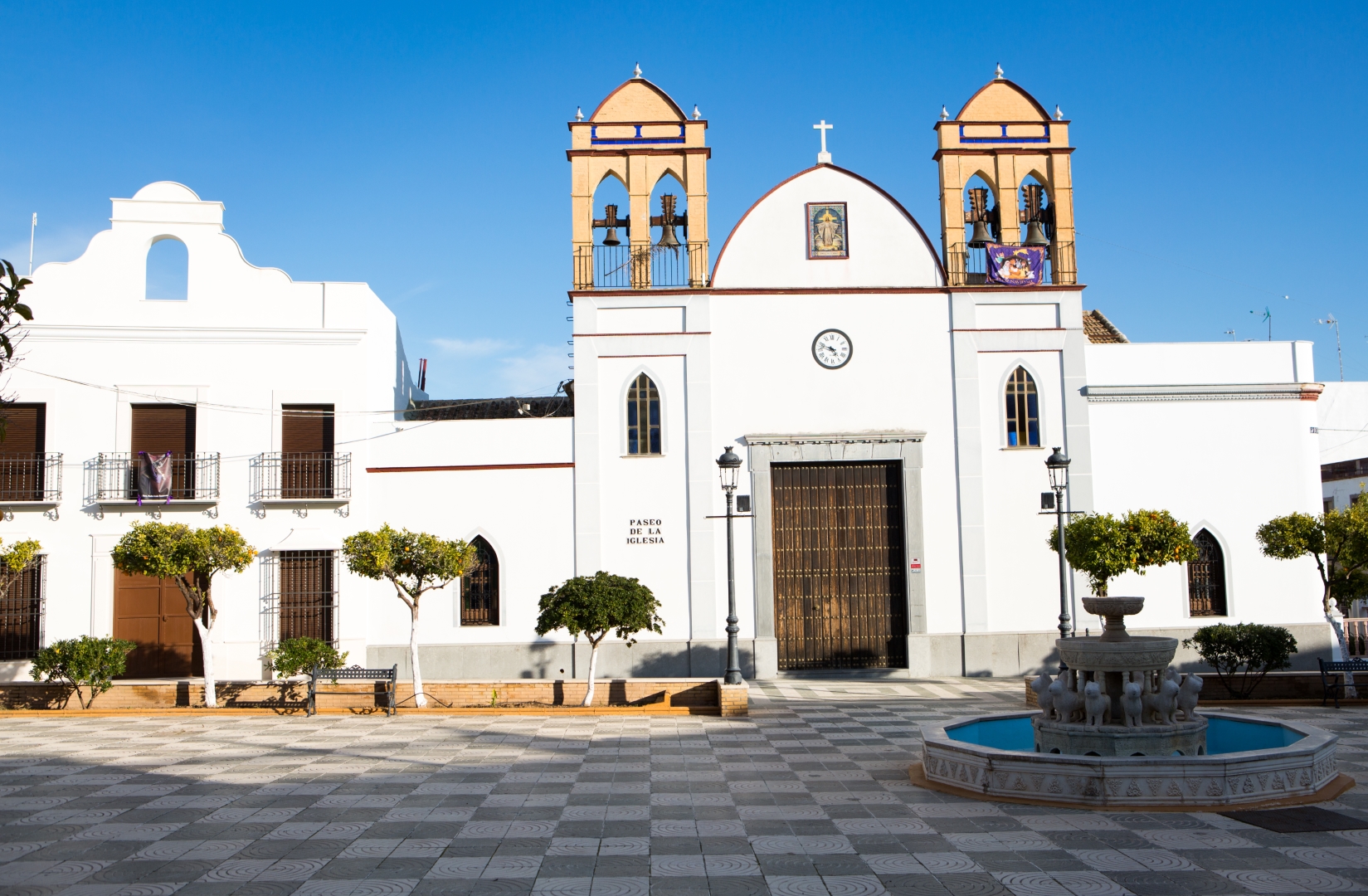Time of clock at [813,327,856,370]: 4:47
